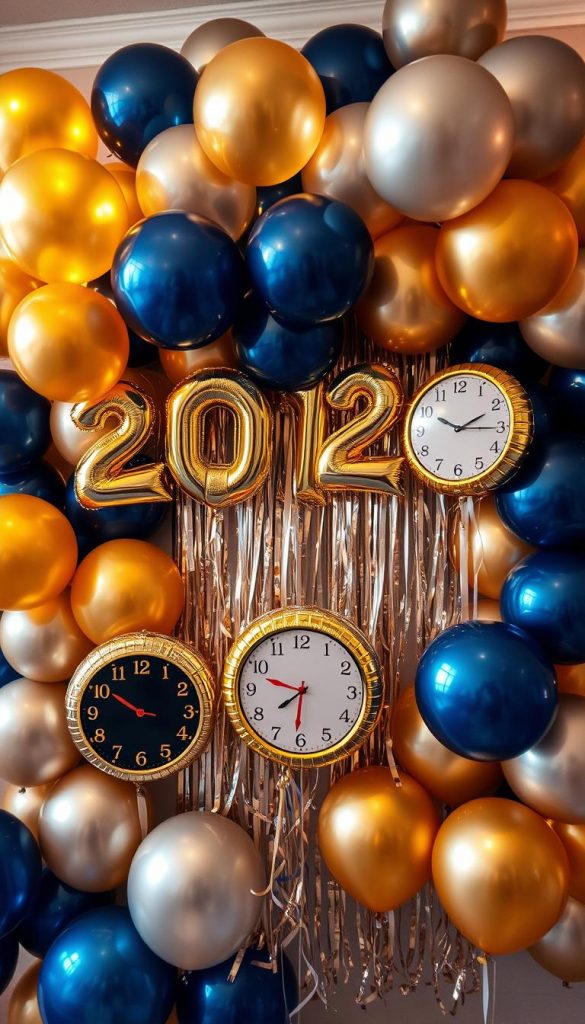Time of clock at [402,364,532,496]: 2:15
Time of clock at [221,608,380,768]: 7:47
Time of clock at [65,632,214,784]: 9:50
